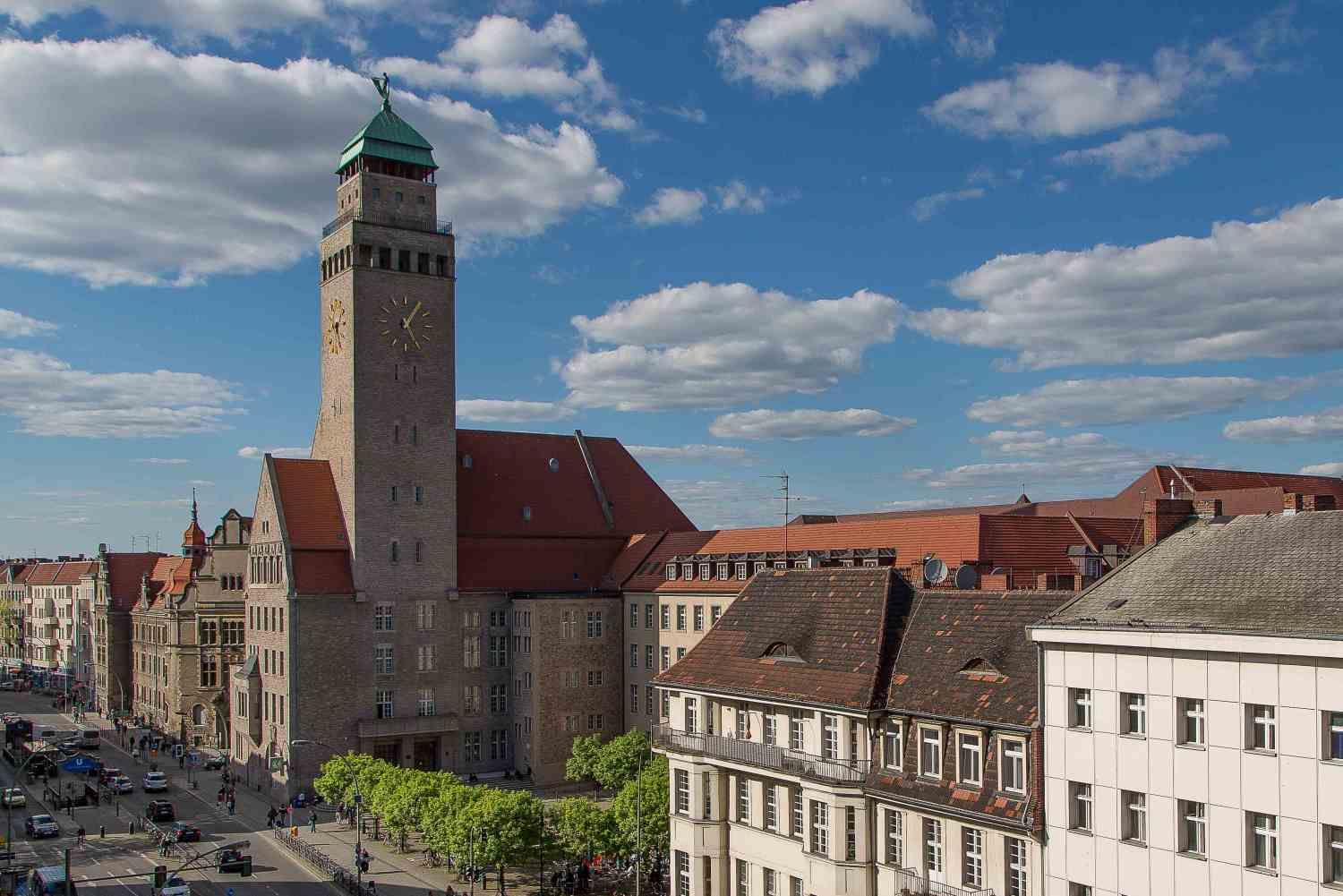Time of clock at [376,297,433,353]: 5:05
